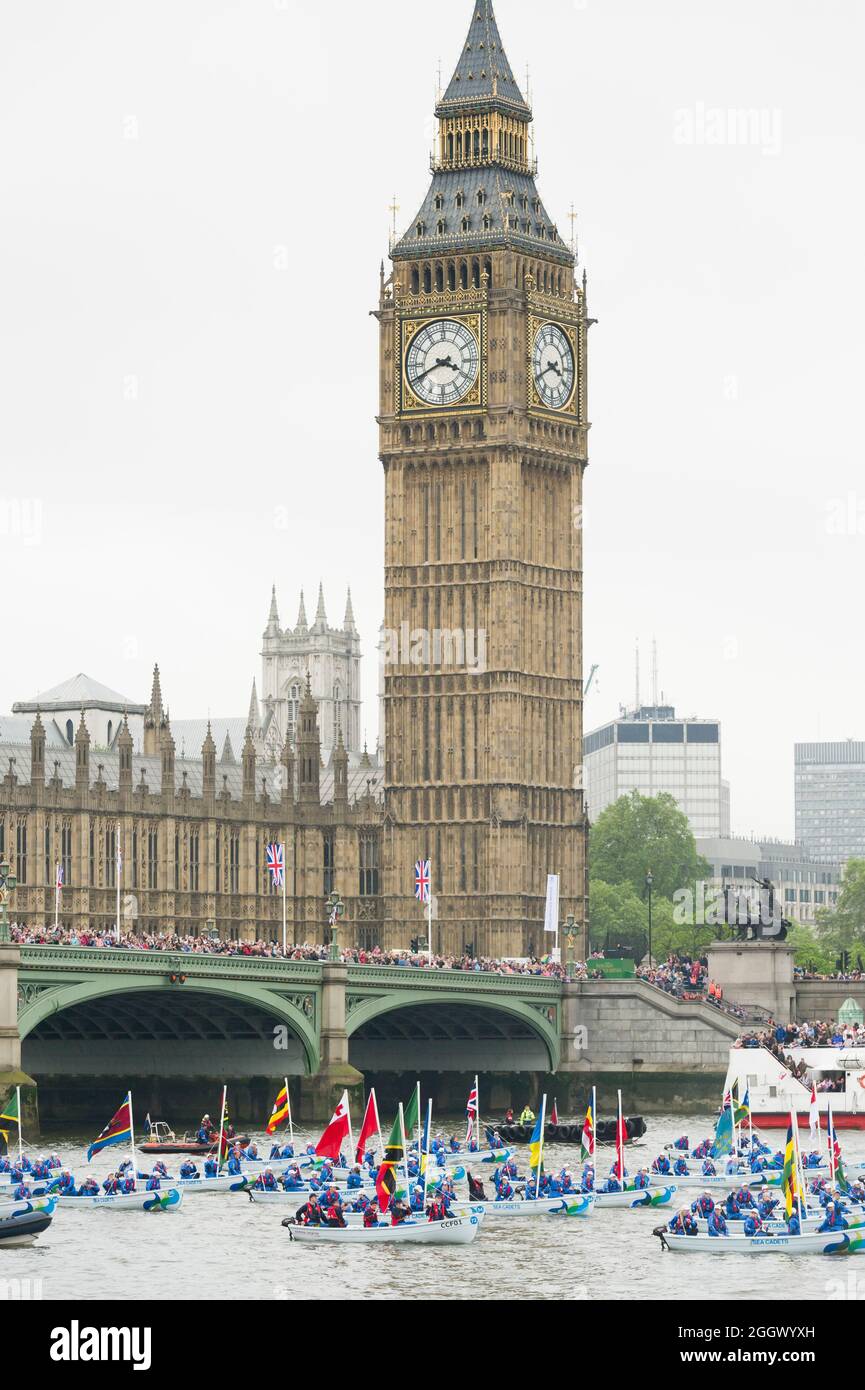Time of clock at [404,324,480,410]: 3:40
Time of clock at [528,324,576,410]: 3:40
